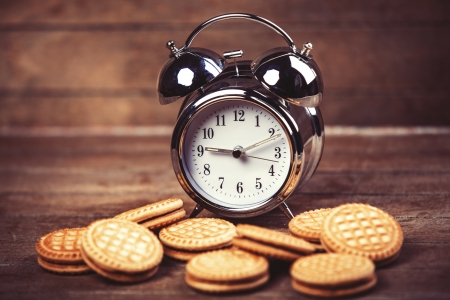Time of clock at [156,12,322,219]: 9:11
